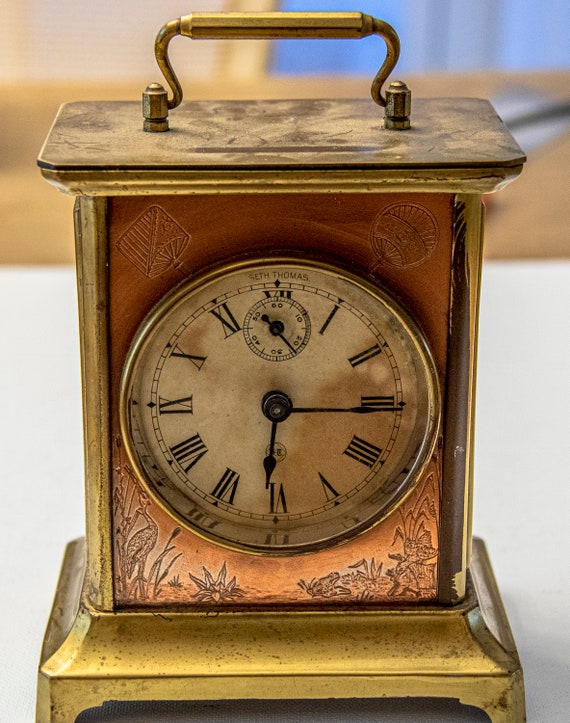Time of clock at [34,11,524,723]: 6:15
